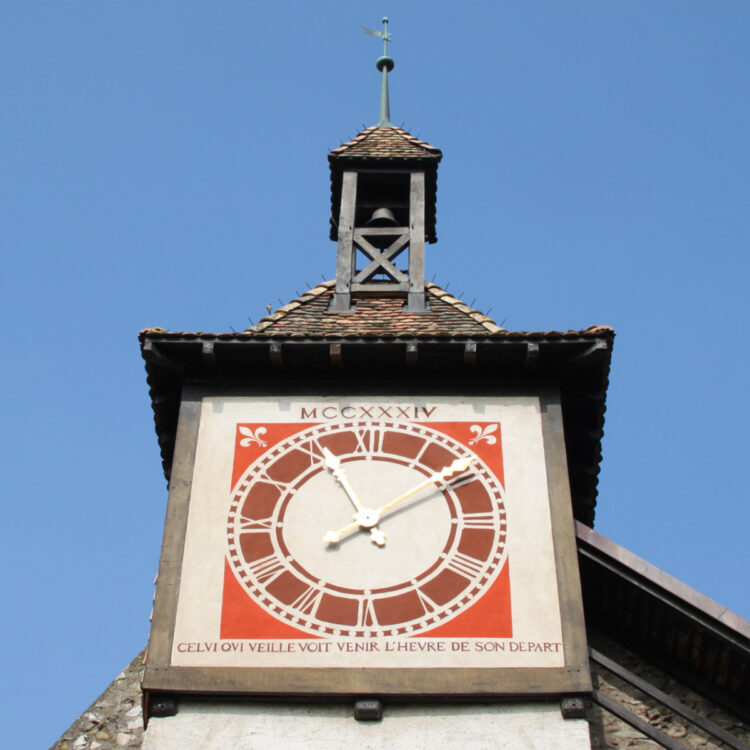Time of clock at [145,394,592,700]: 11:09
